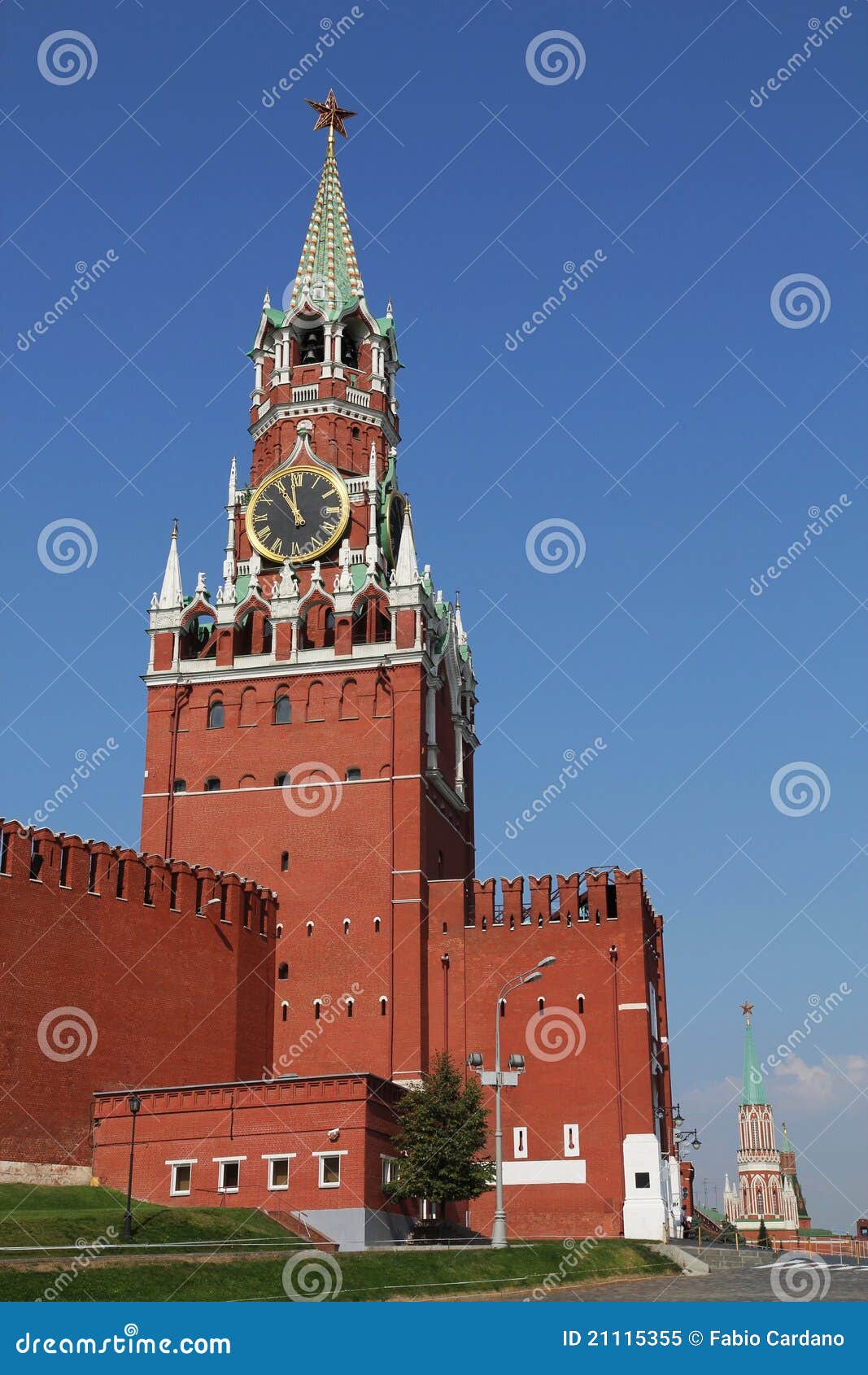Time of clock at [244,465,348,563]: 10:58
